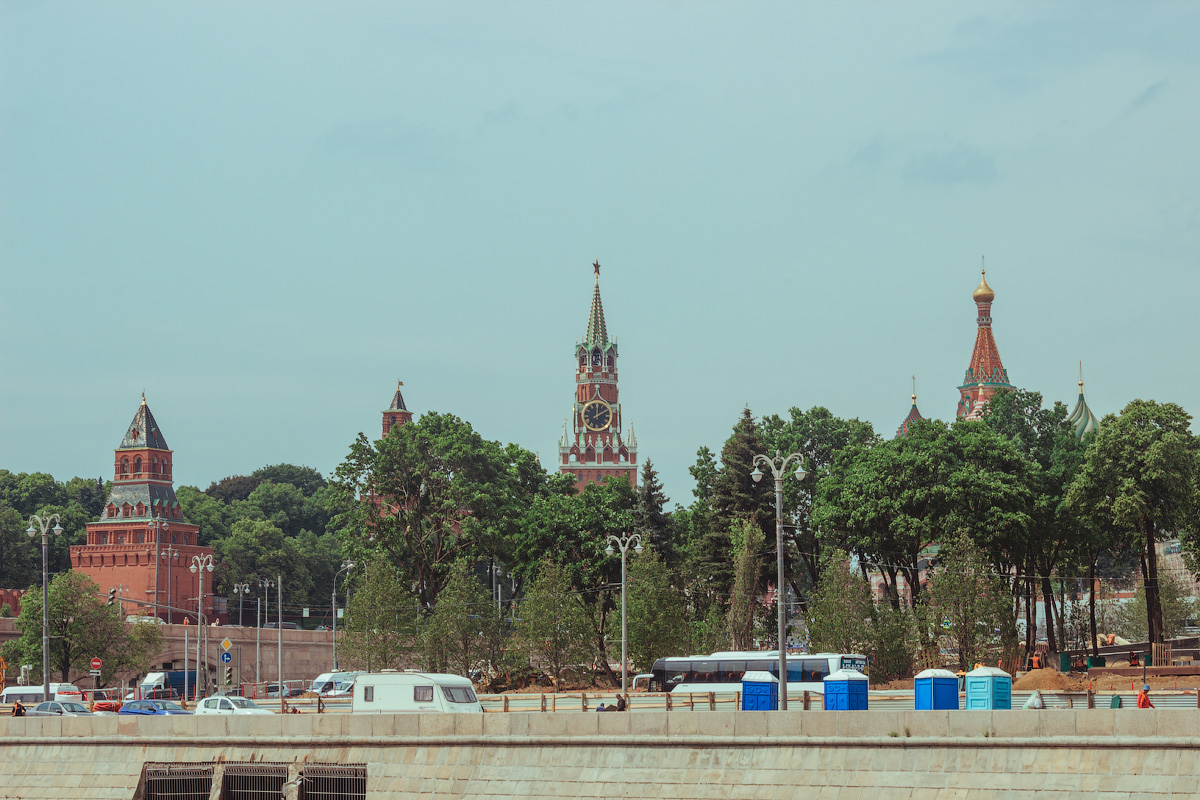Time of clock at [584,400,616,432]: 2:00
